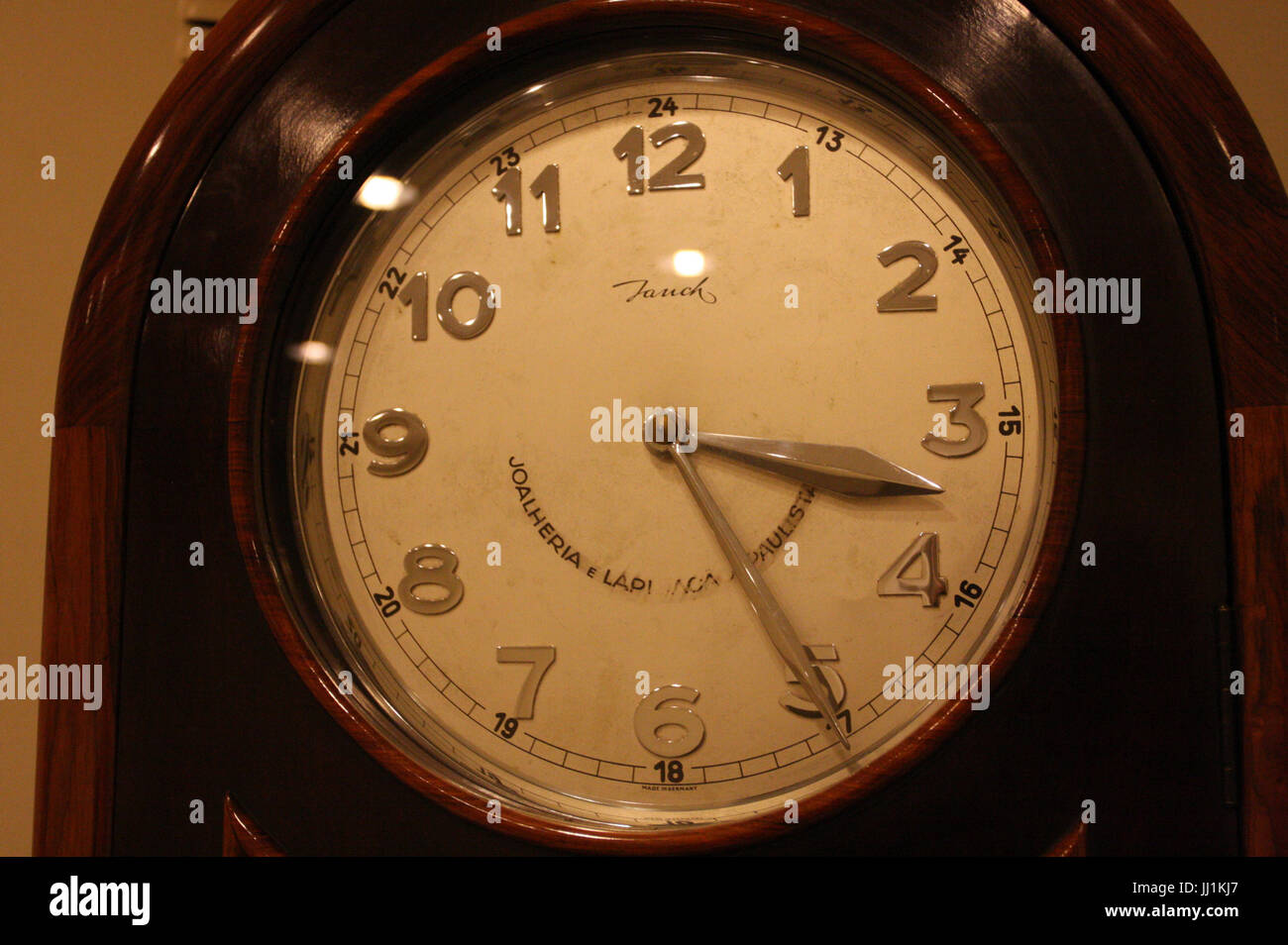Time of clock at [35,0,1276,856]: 3:24
